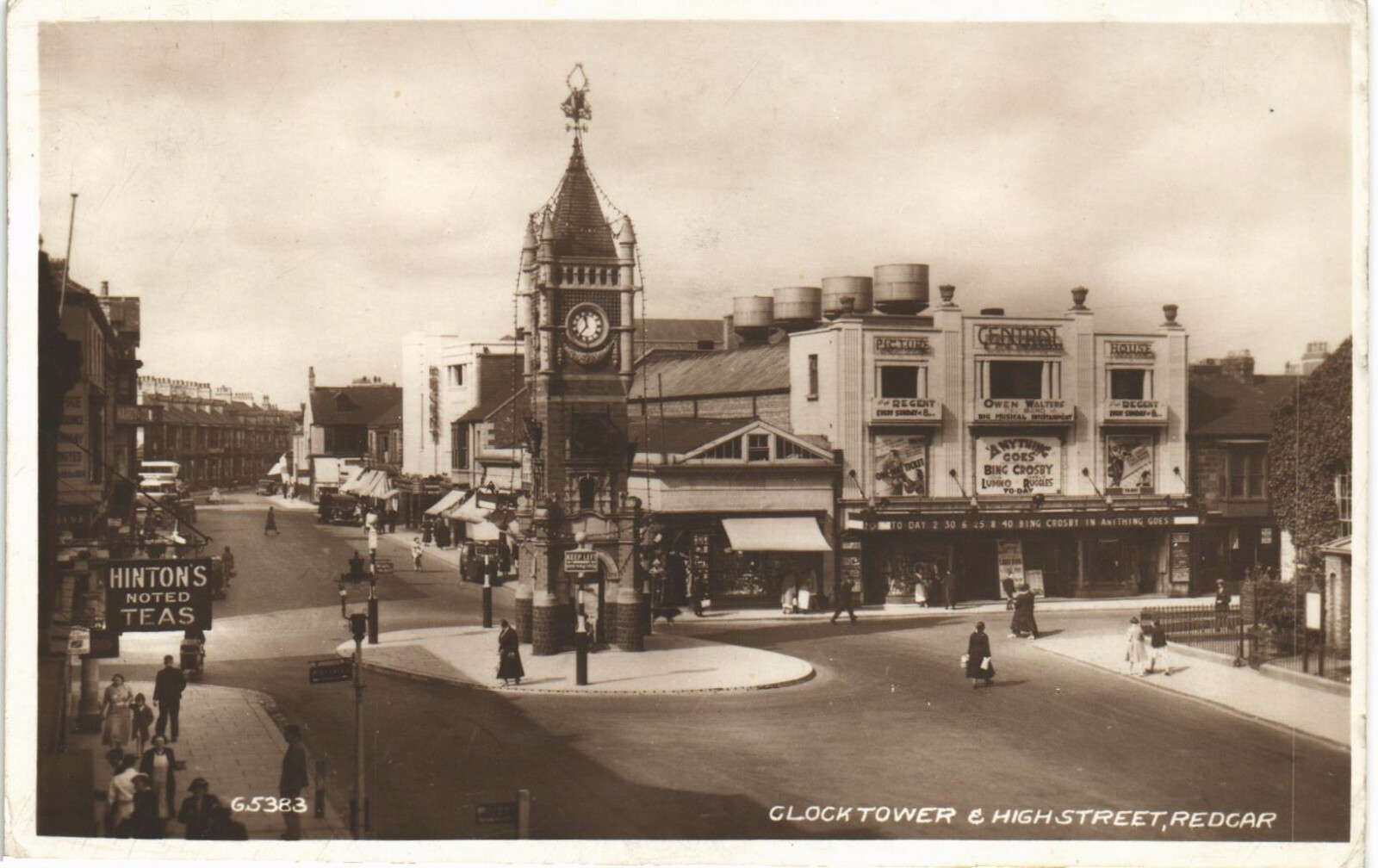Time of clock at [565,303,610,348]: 11:36
